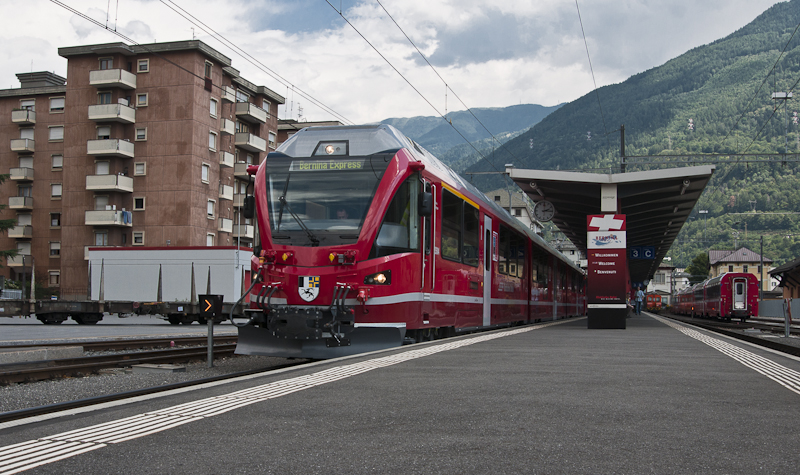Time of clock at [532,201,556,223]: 2:15
